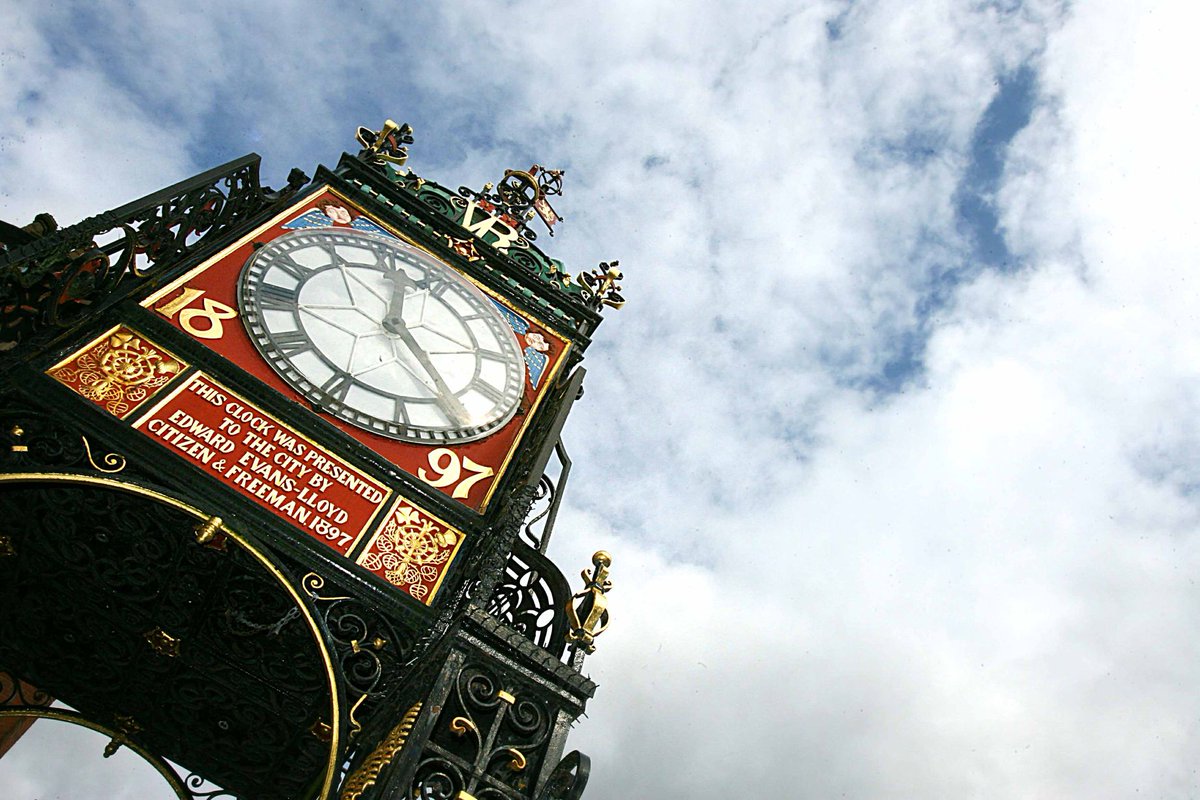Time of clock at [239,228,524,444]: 12:24
